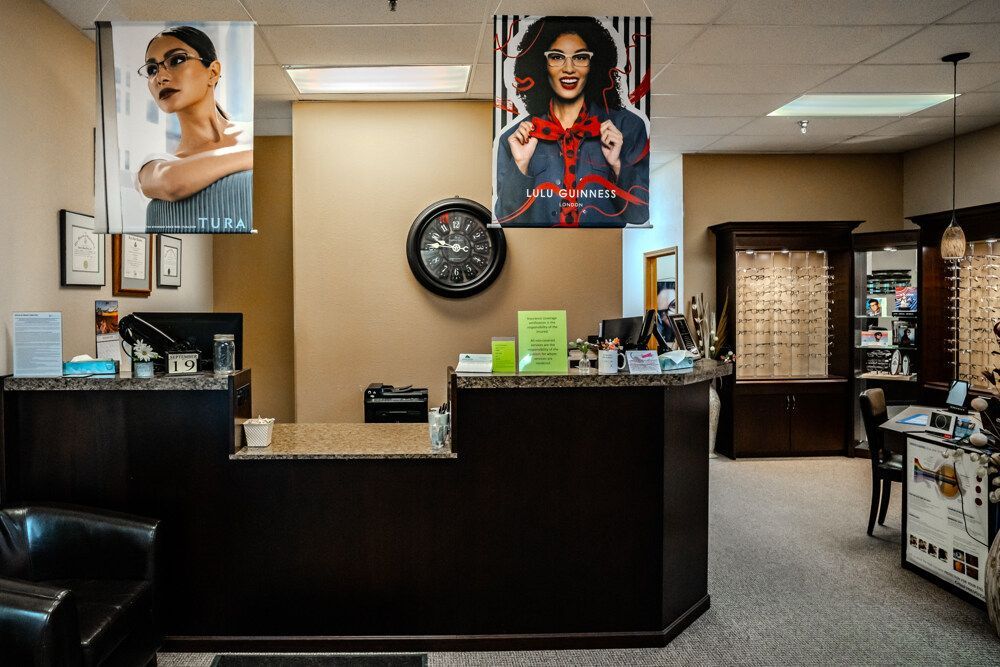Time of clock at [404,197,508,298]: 9:45
